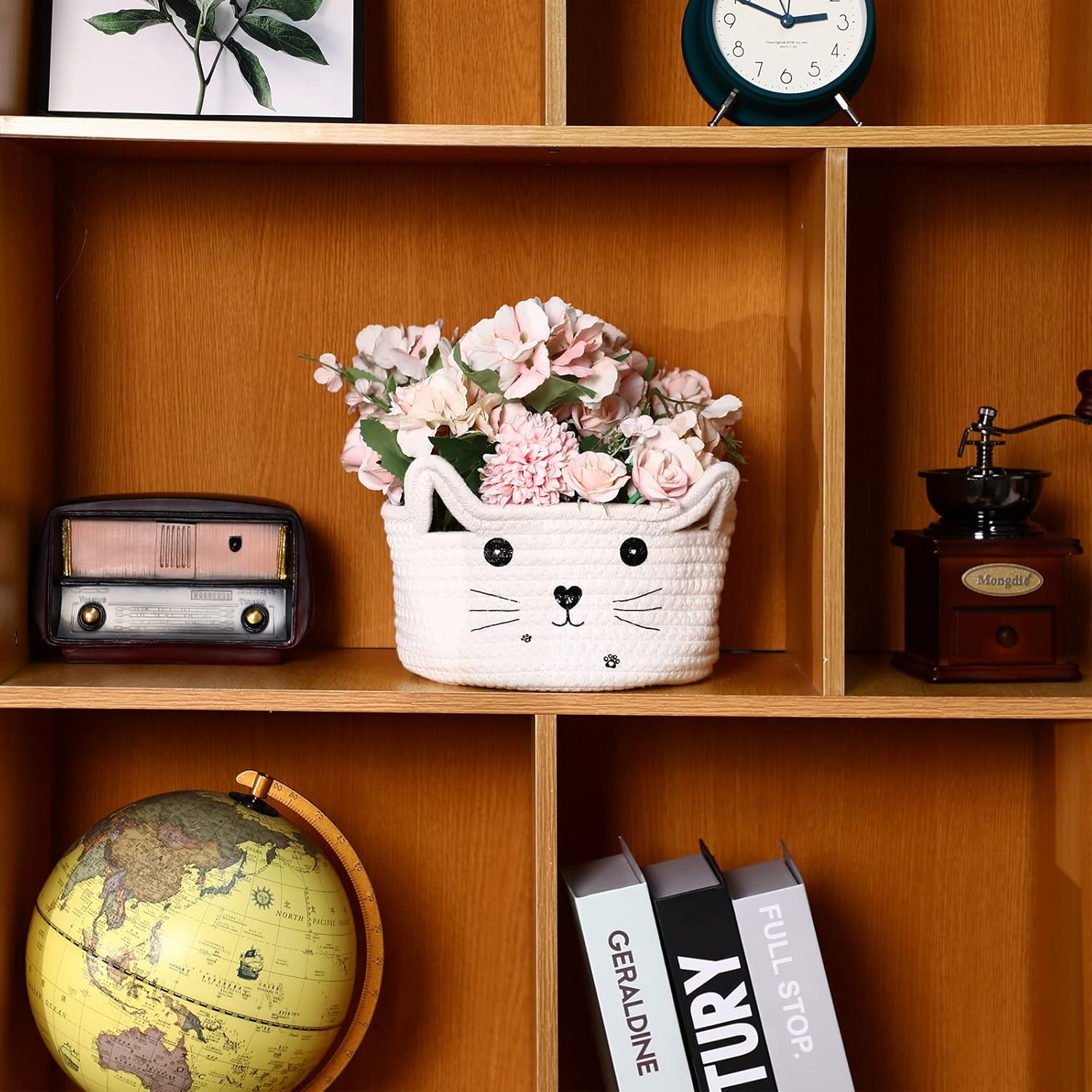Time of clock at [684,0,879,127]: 2:49
